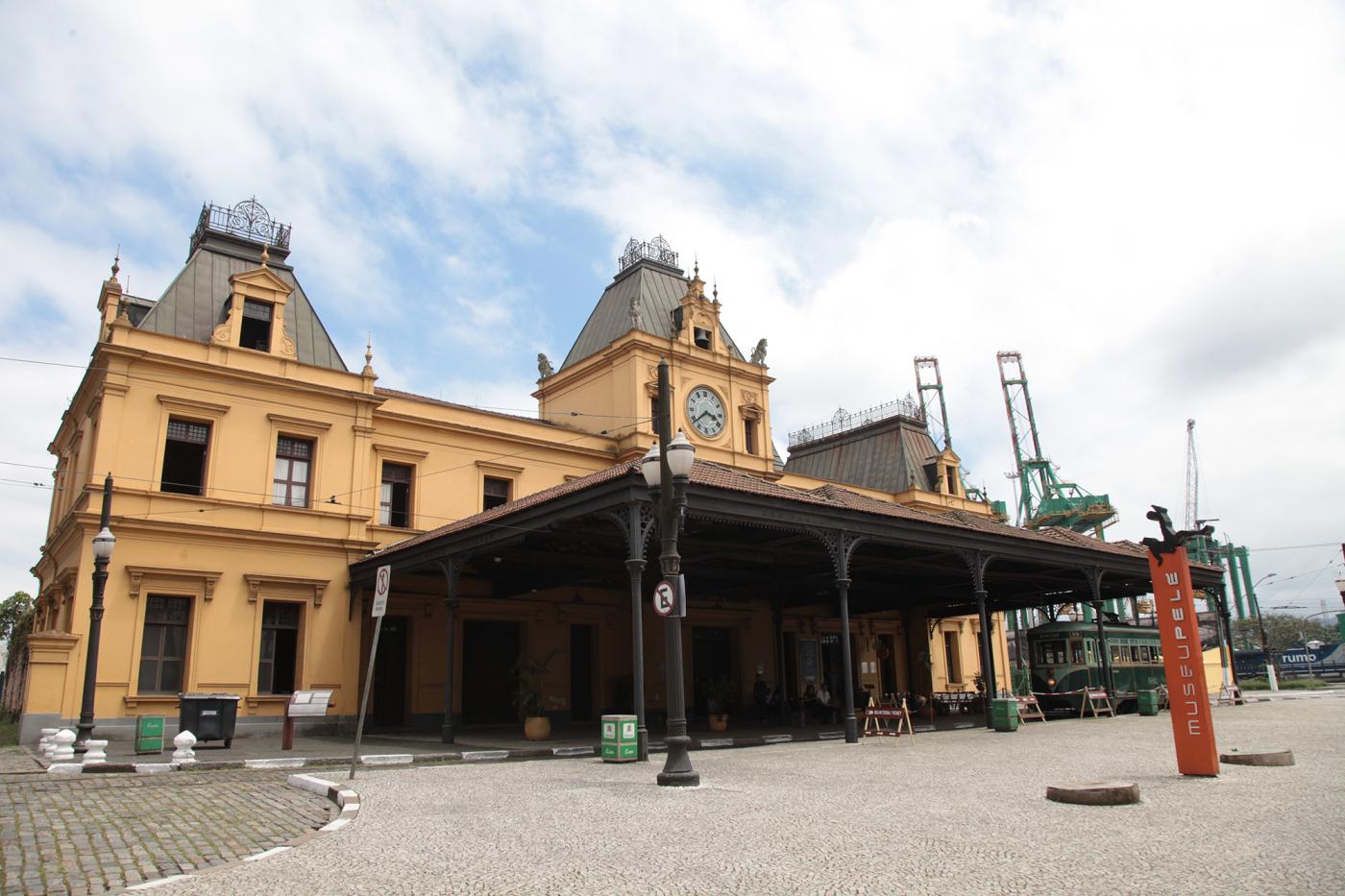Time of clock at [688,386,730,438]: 3:38
